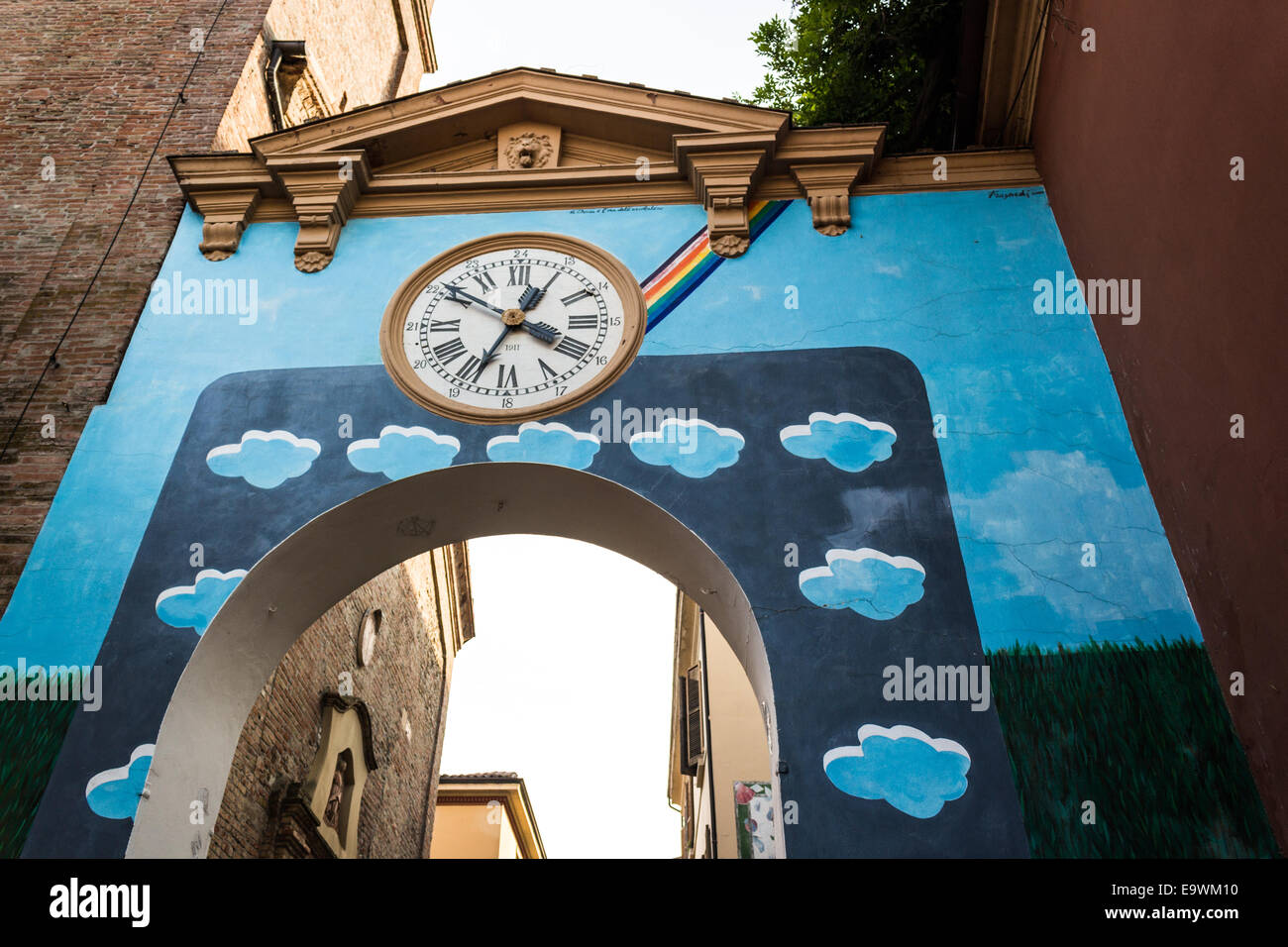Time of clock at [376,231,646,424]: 12:34
